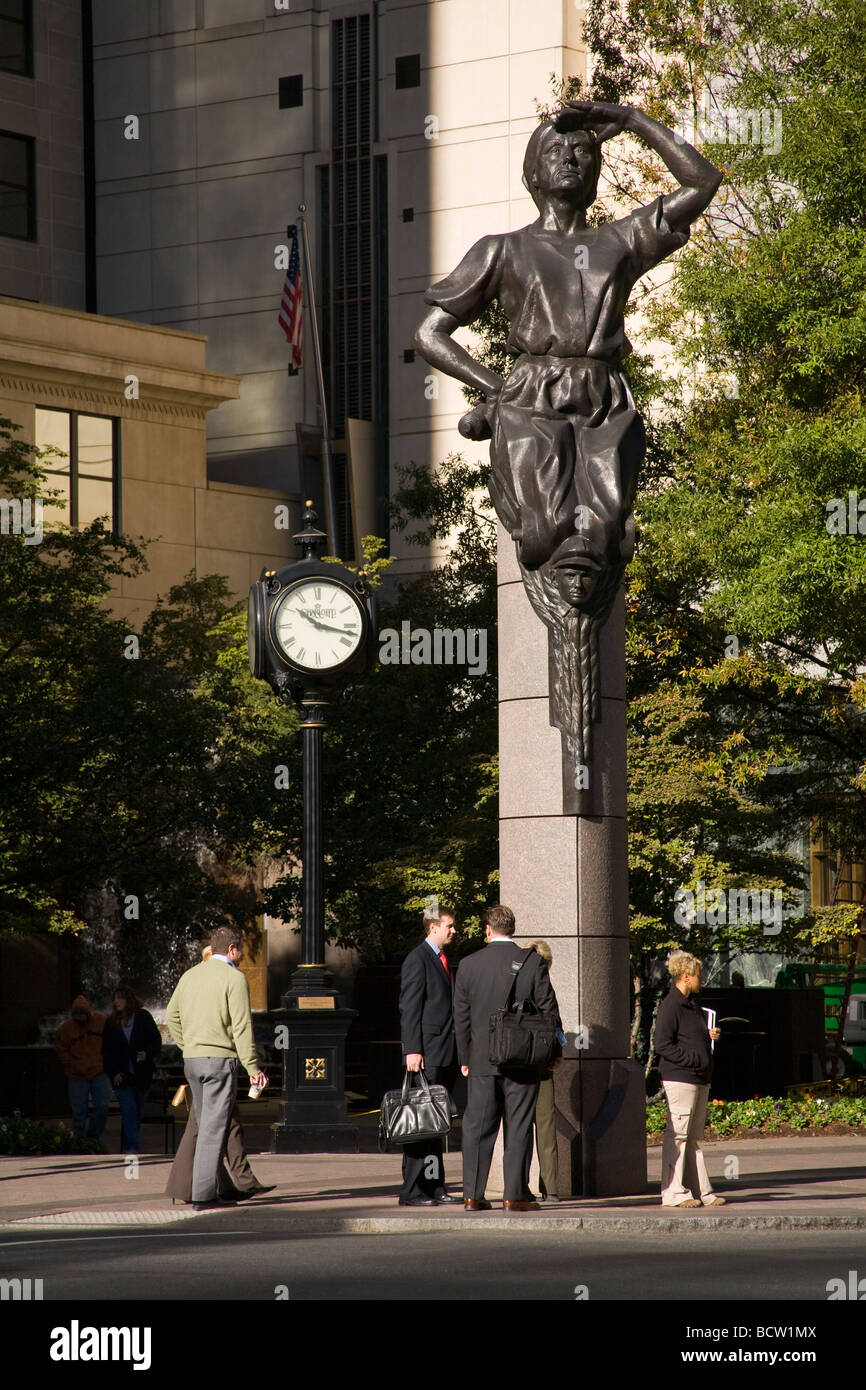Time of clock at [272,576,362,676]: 10:17
